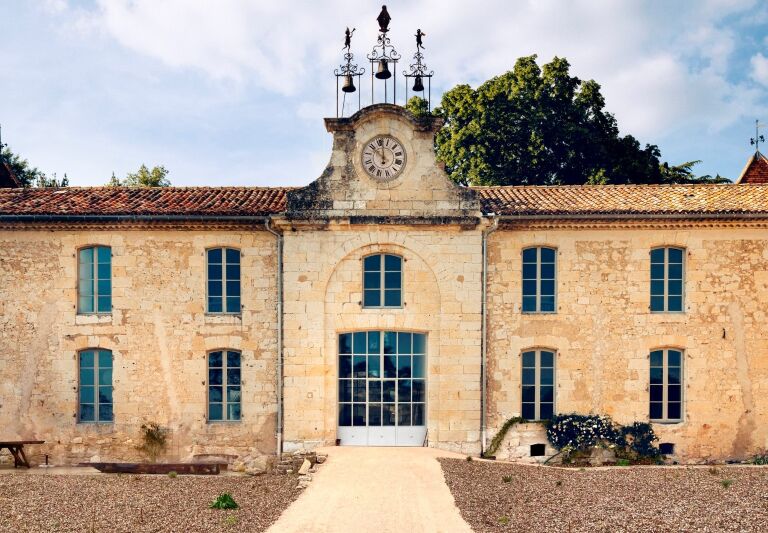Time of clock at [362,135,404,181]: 11:02
